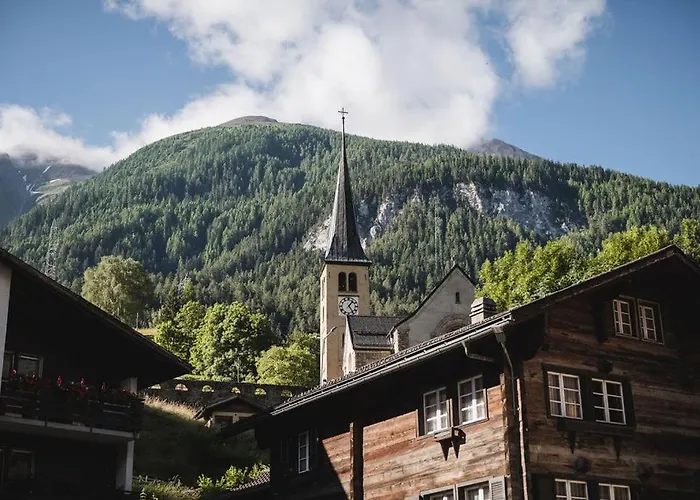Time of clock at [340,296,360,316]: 1:24
